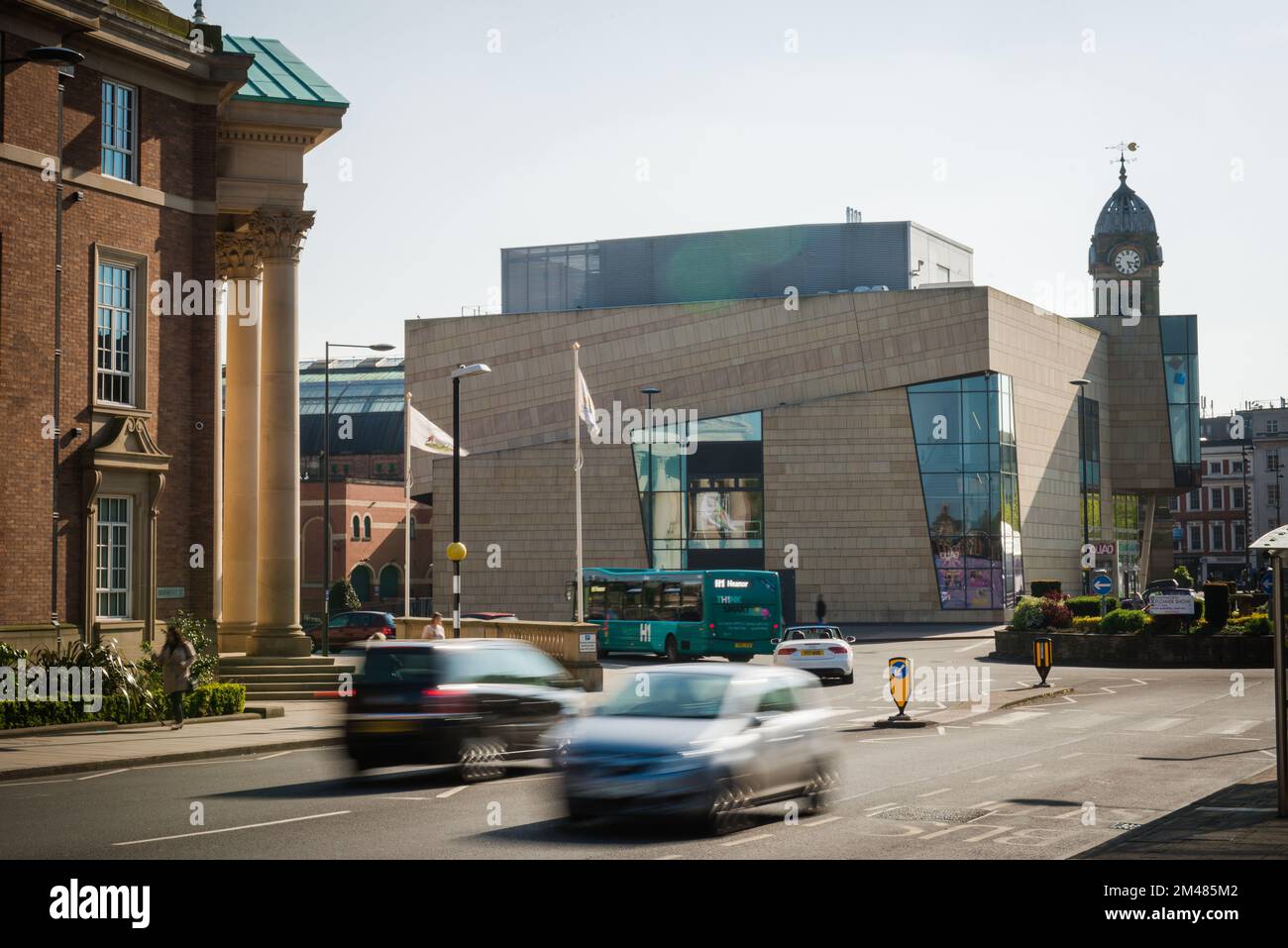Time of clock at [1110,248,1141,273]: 5:16
